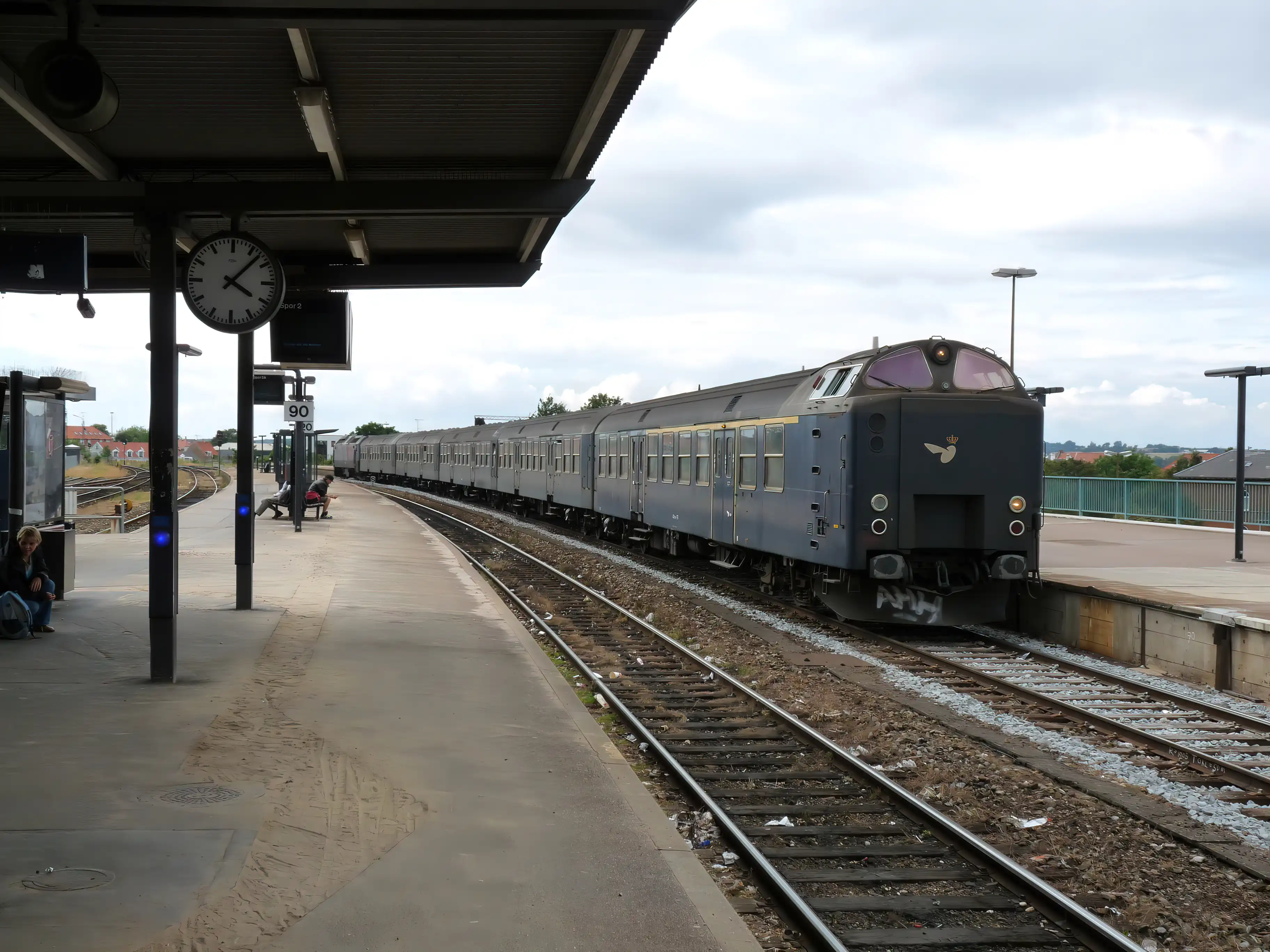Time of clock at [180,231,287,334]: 4:07
